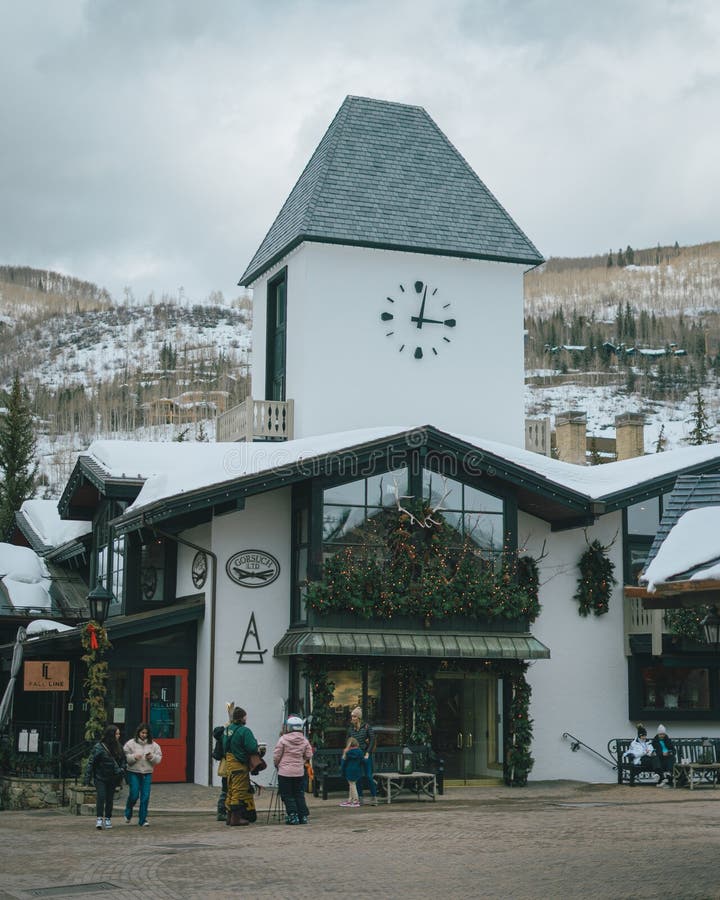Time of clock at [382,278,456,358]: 3:02
